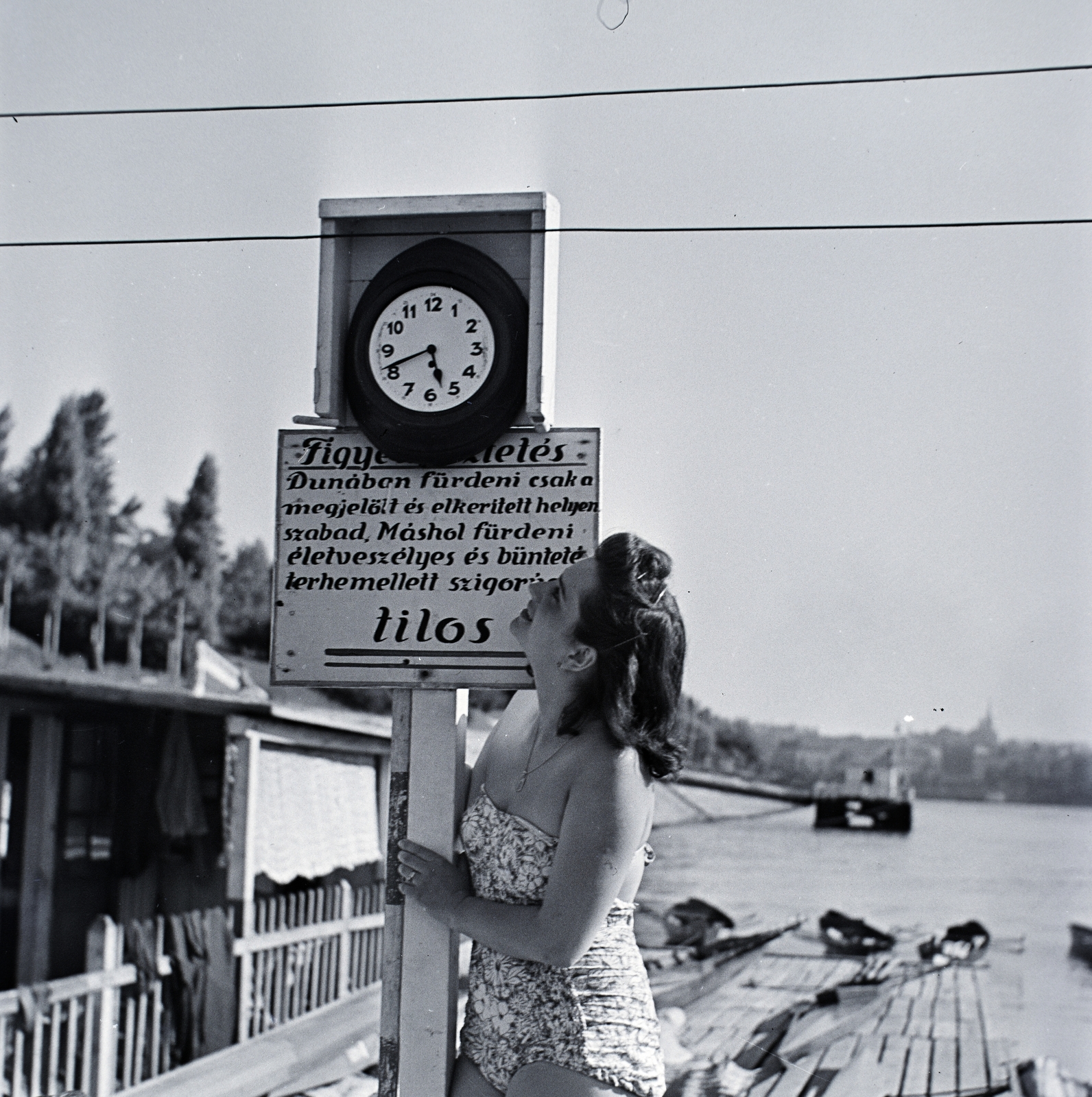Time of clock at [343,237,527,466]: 5:41
